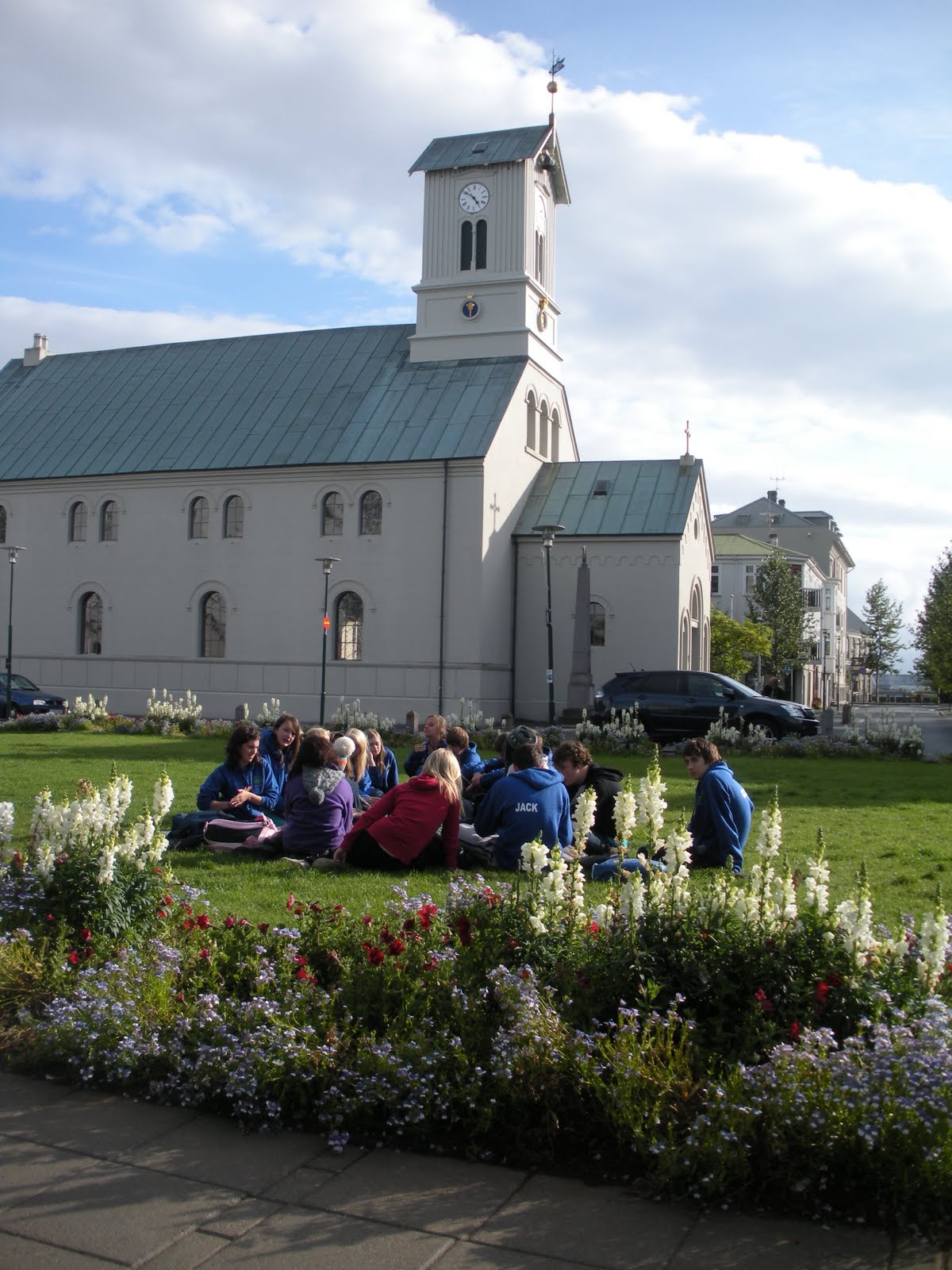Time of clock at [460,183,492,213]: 4:50
